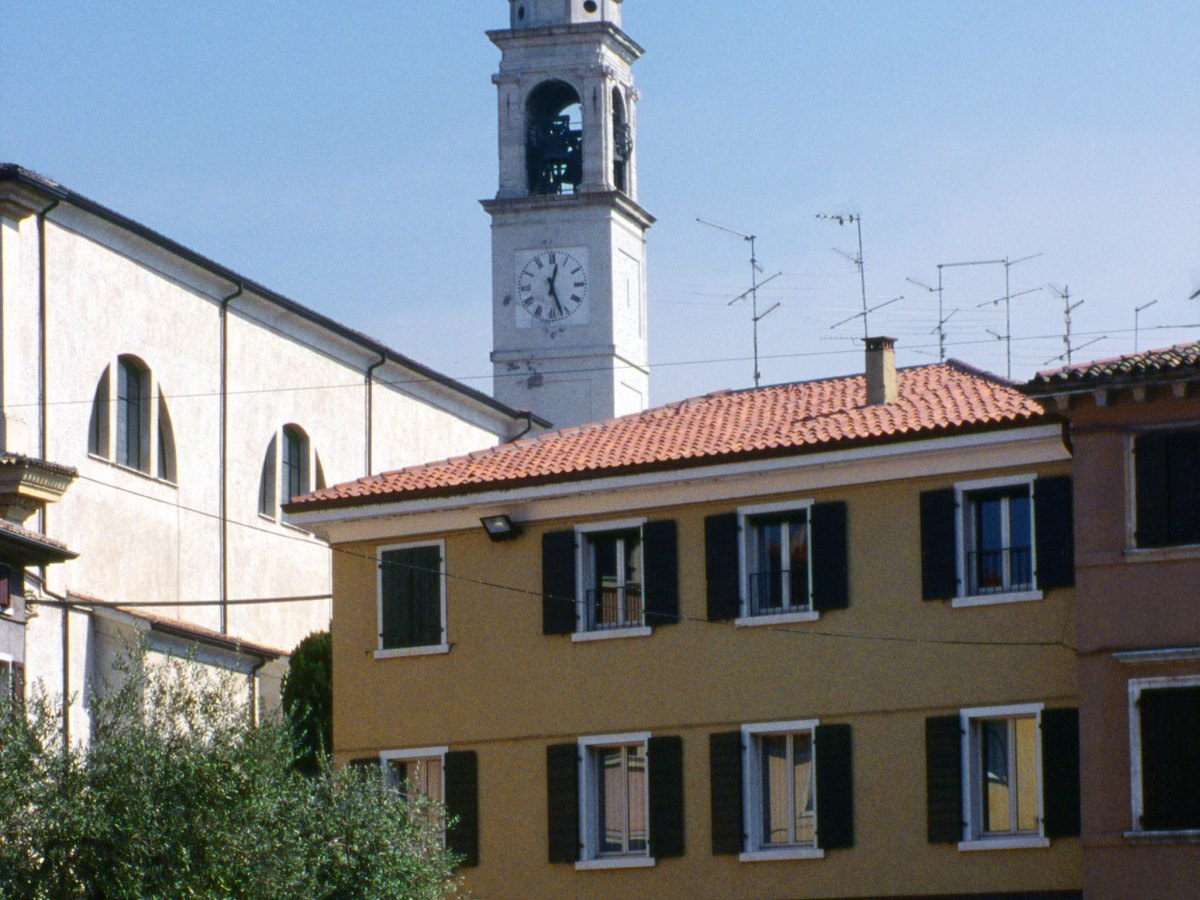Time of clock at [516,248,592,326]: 12:26
